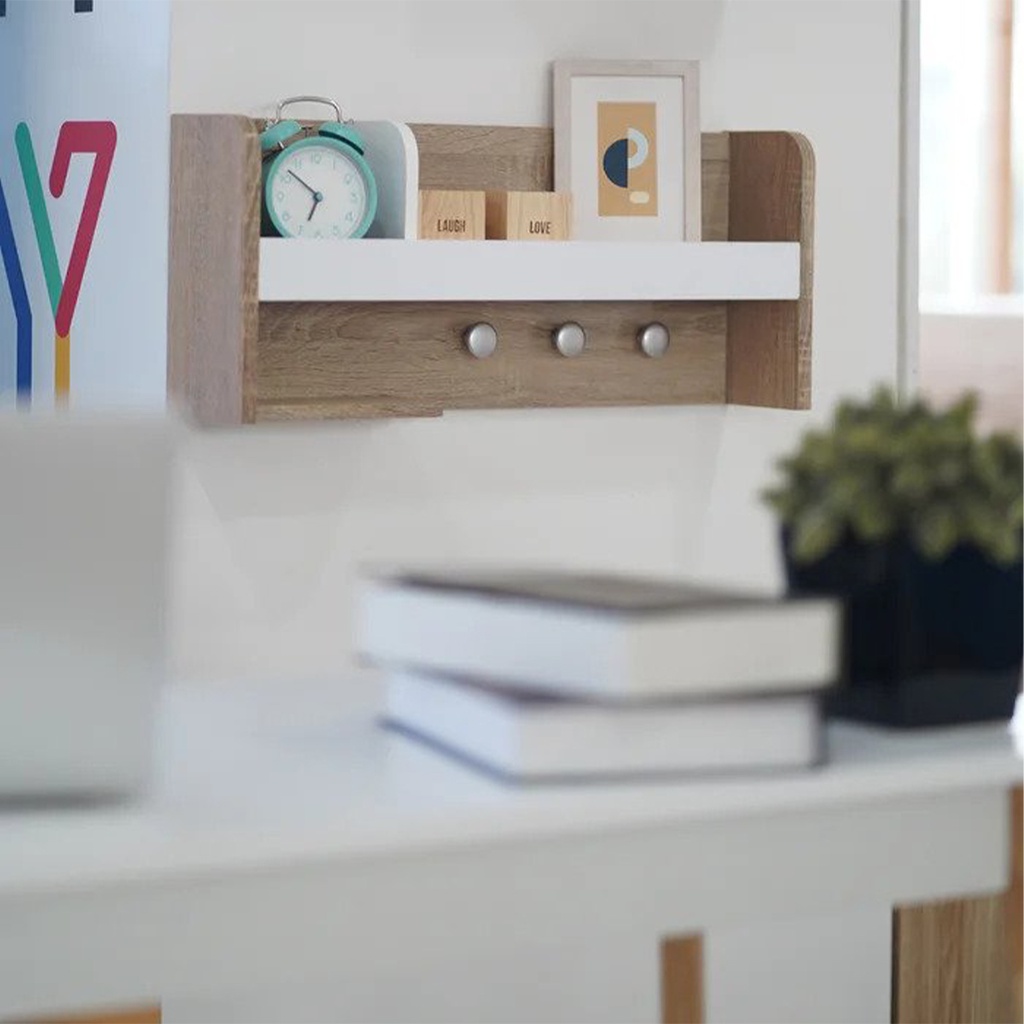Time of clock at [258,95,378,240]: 6:52
